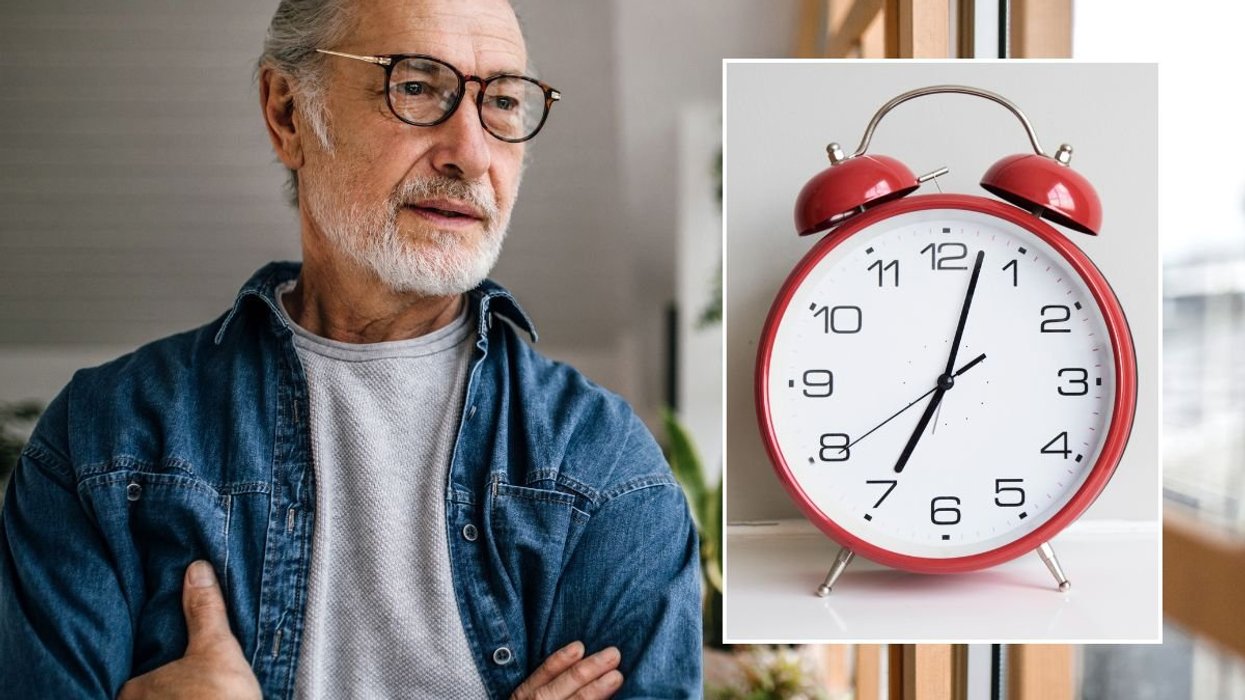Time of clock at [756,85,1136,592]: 7:02
